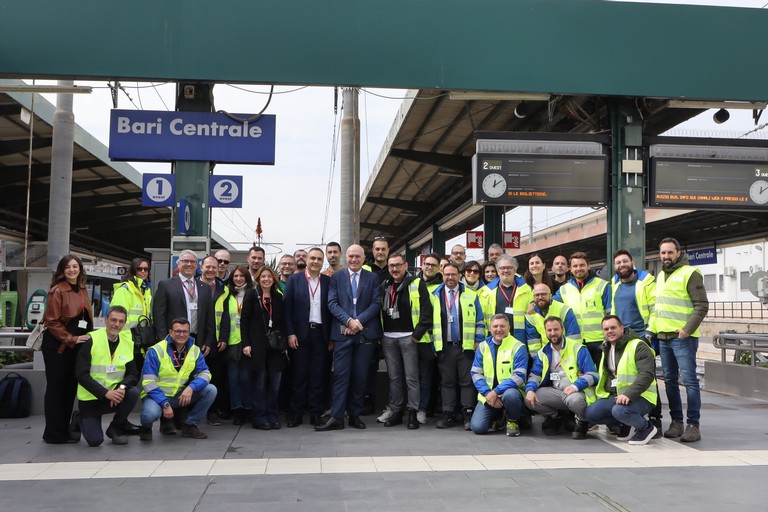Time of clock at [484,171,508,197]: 12:09
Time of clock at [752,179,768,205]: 12:09
